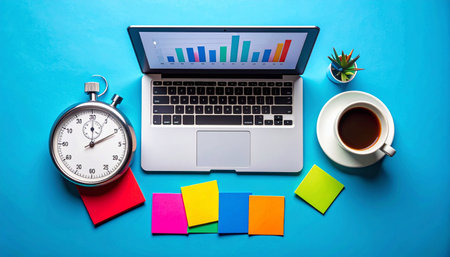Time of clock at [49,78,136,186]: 12:10
